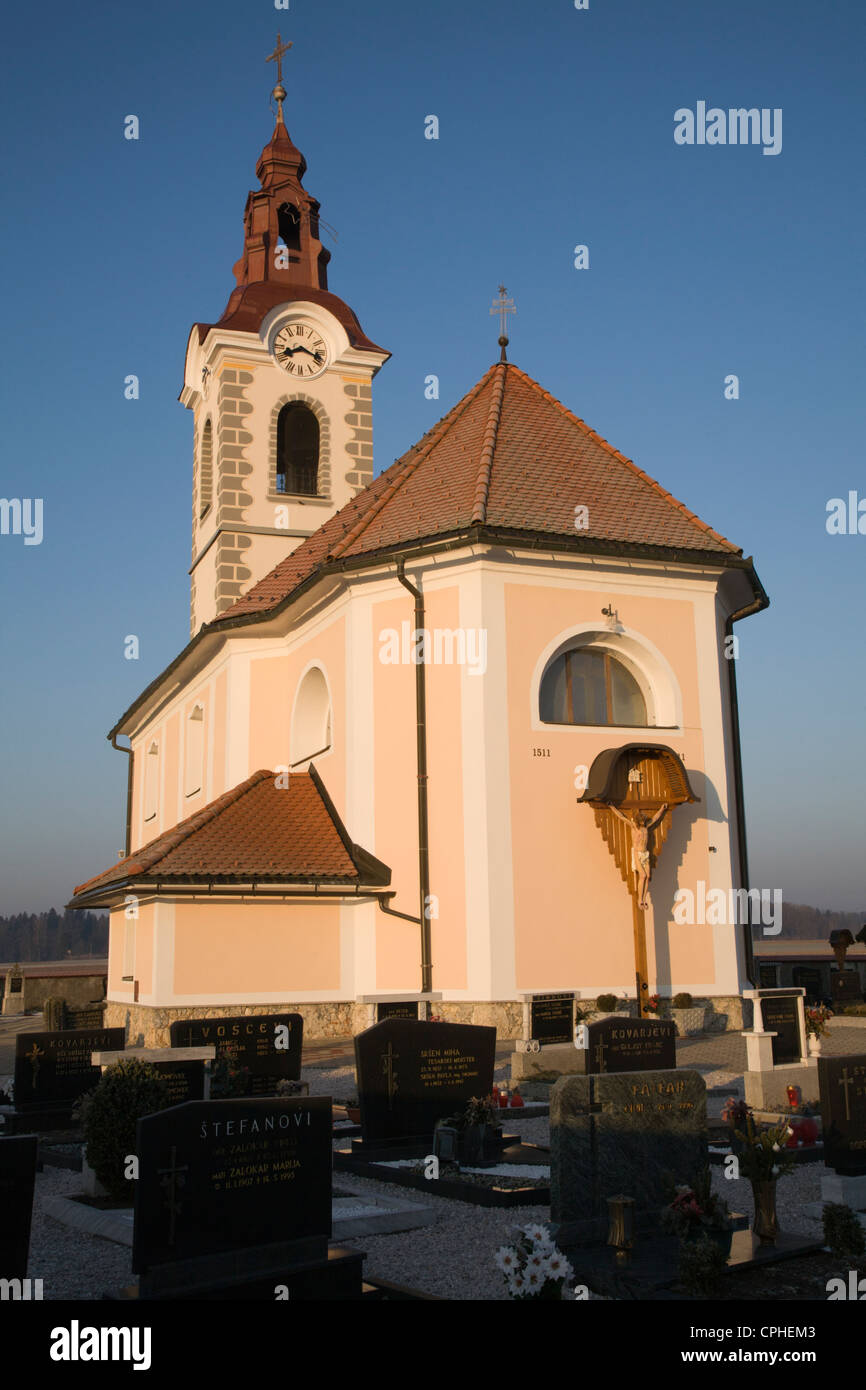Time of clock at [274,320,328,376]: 8:17
